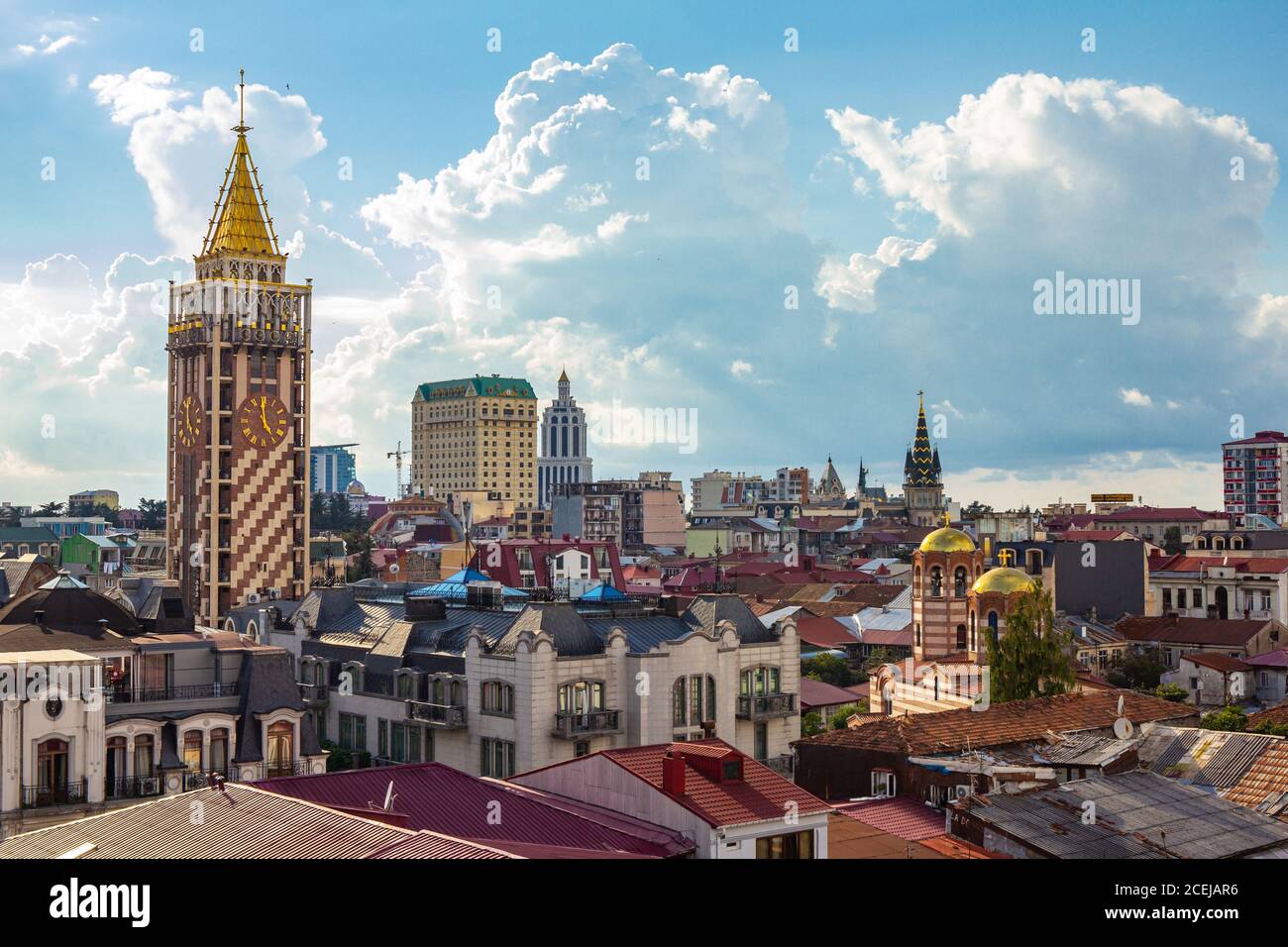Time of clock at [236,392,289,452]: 4:59
